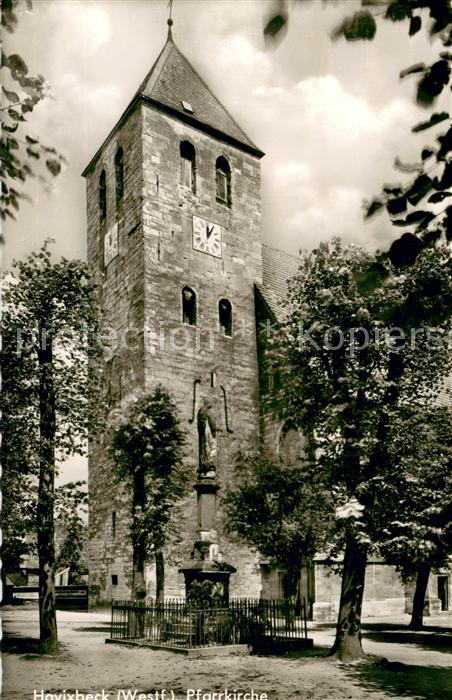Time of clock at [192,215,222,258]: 12:05
